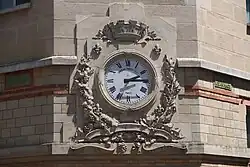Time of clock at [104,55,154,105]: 2:14
